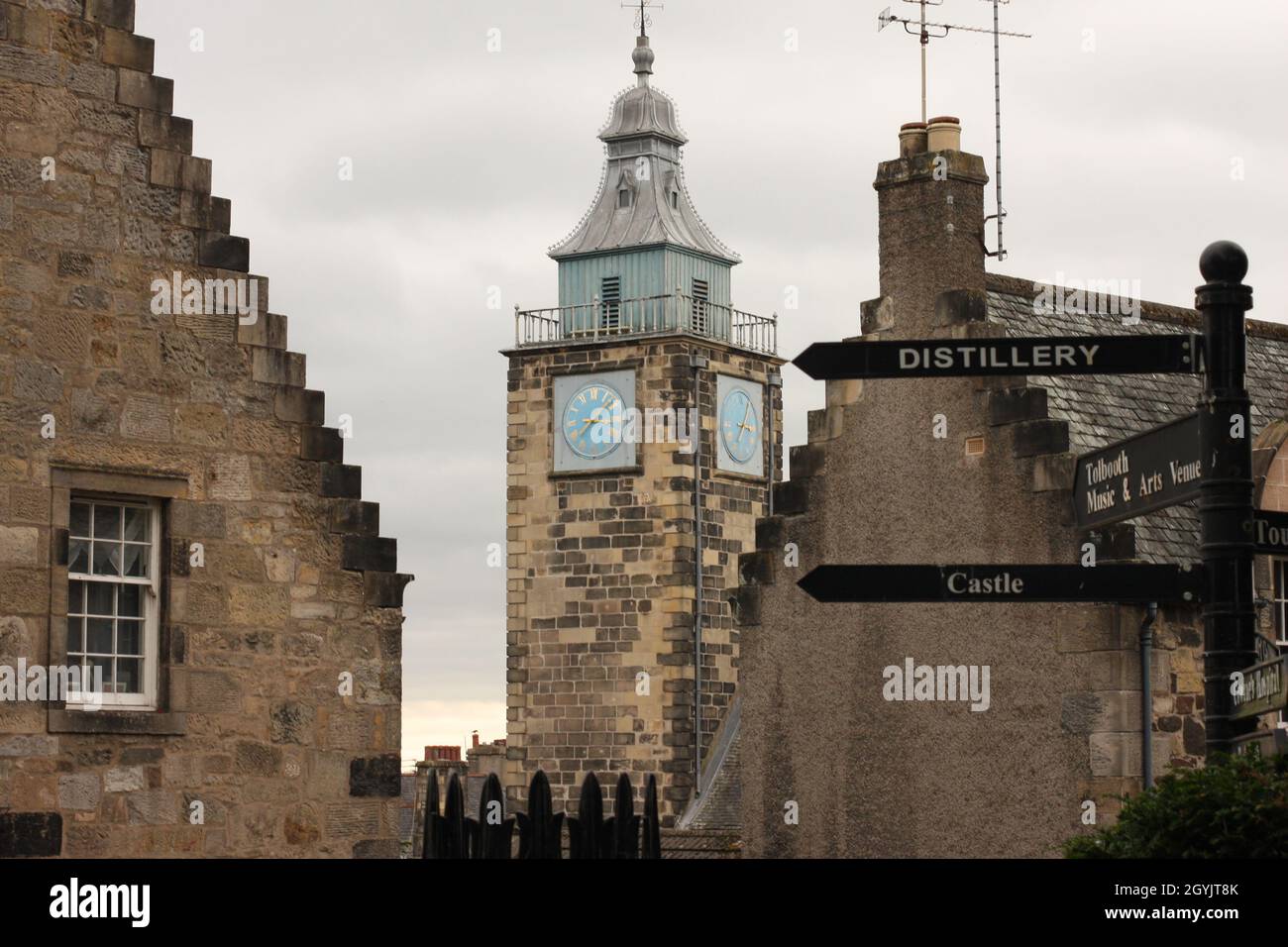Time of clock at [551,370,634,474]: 8:37
